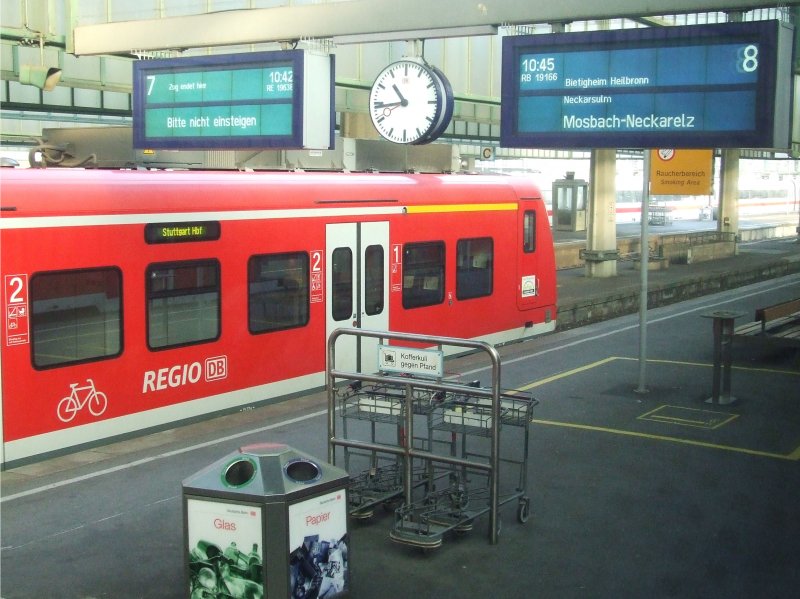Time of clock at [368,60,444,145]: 10:43
